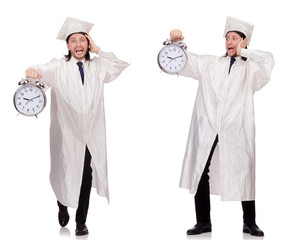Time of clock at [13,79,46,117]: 9:10
